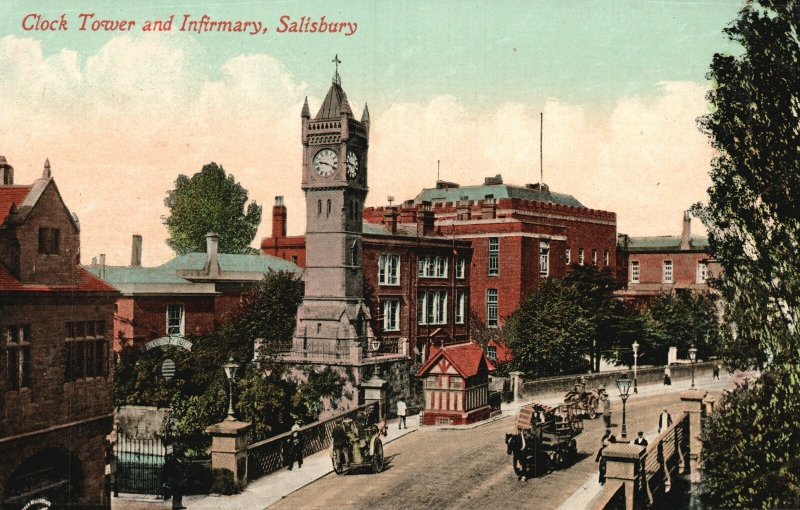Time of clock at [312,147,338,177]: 9:18
